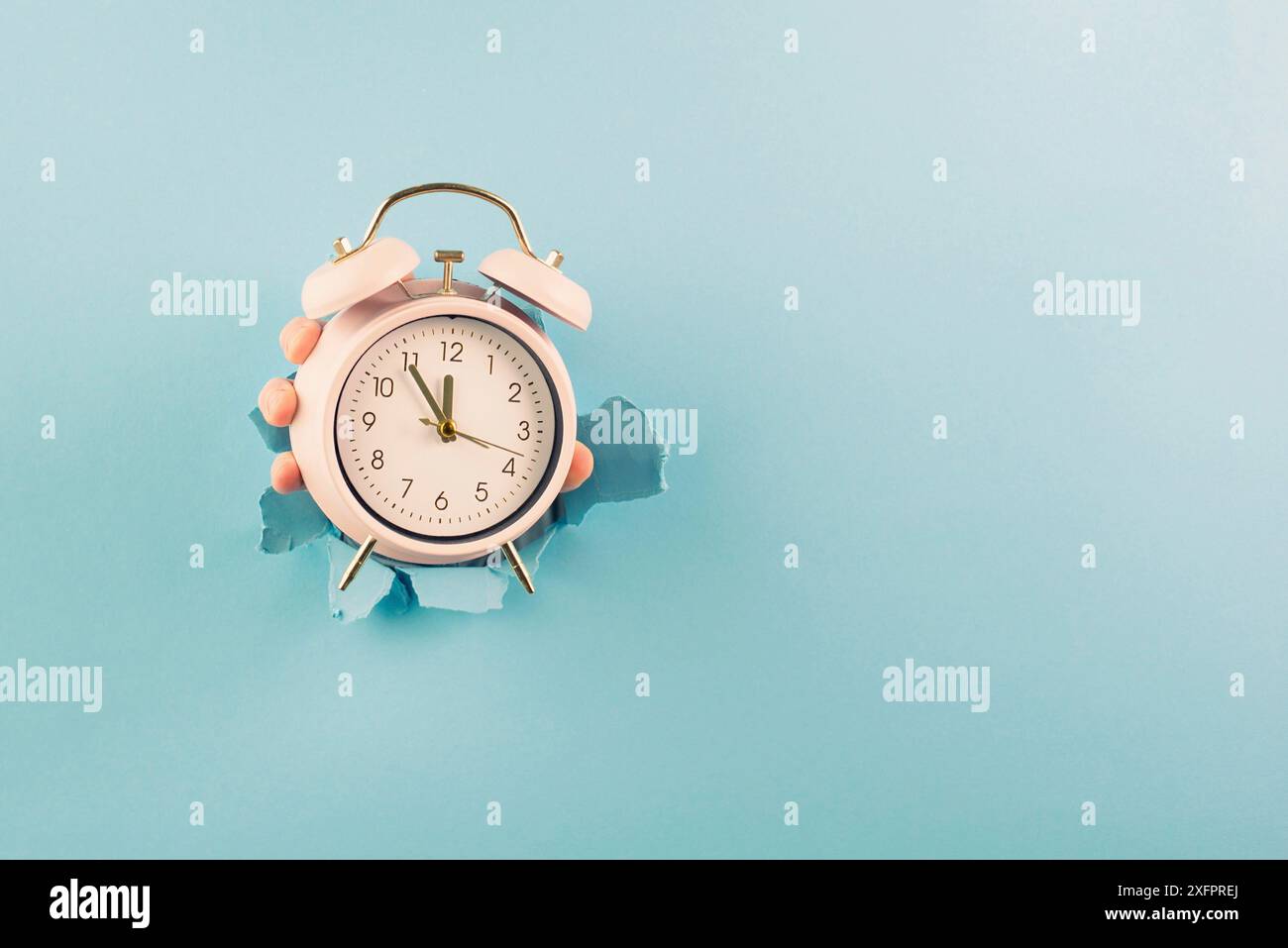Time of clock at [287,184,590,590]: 11:54
